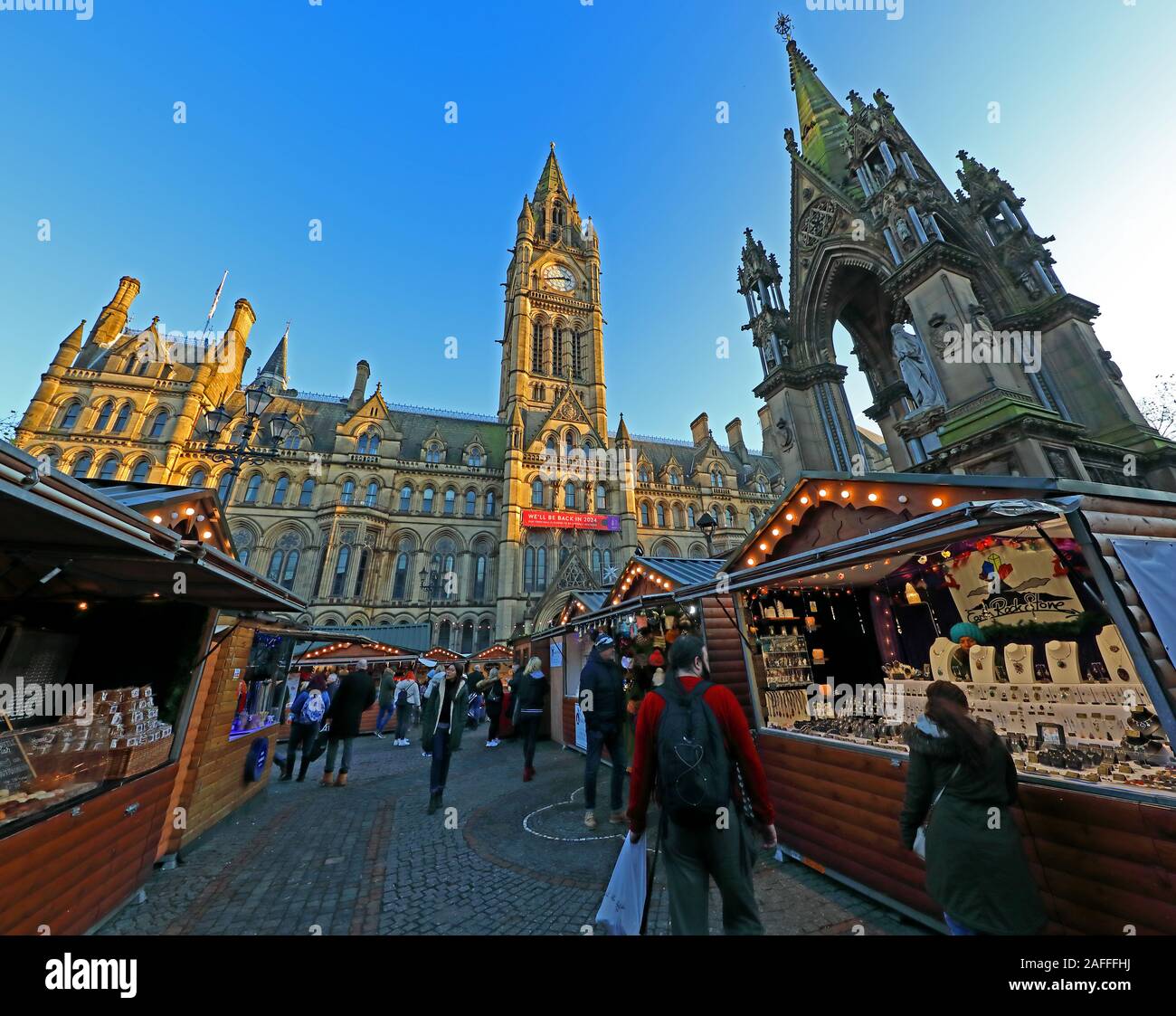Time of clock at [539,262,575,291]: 2:42
